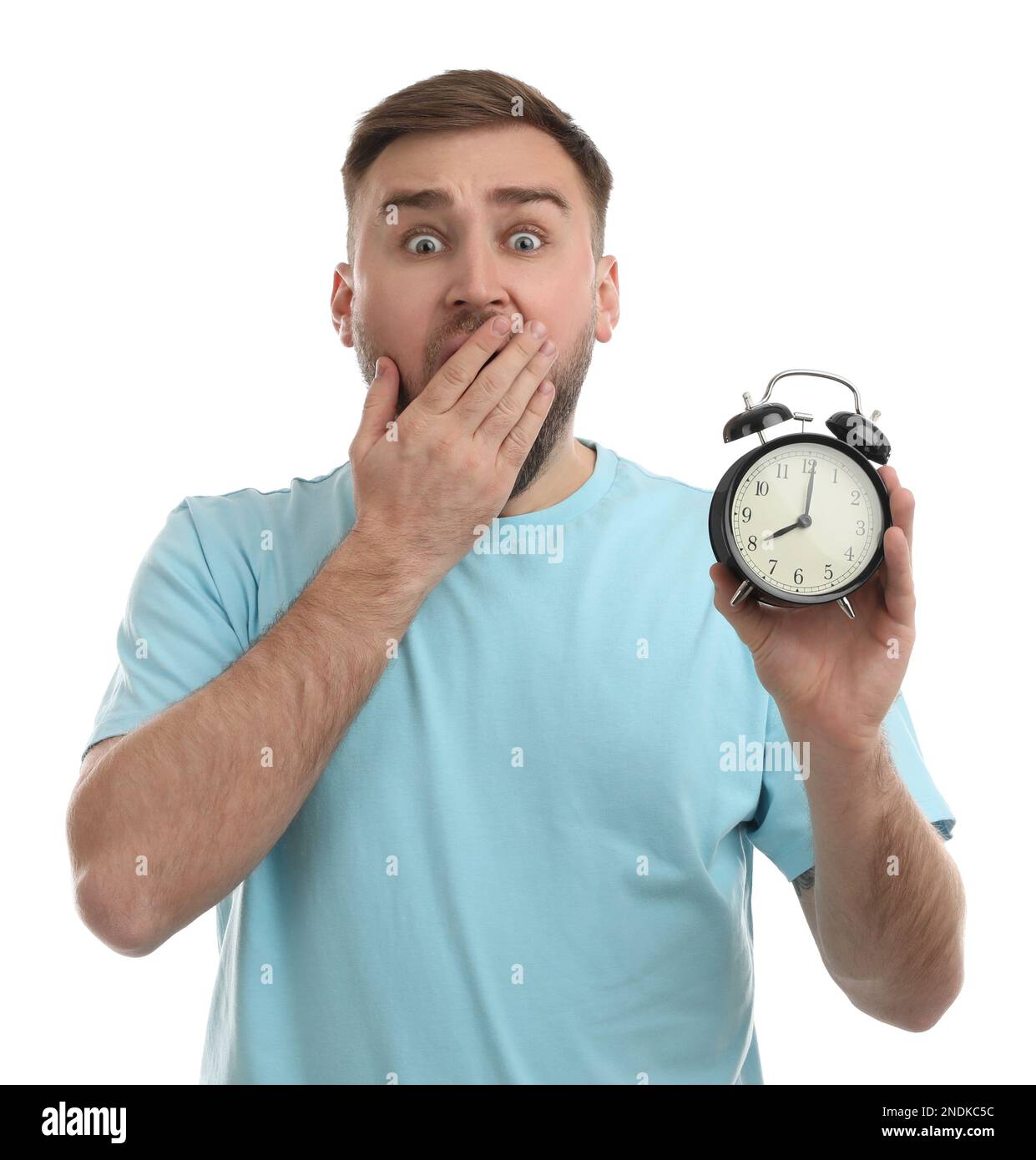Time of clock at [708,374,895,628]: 8:01
